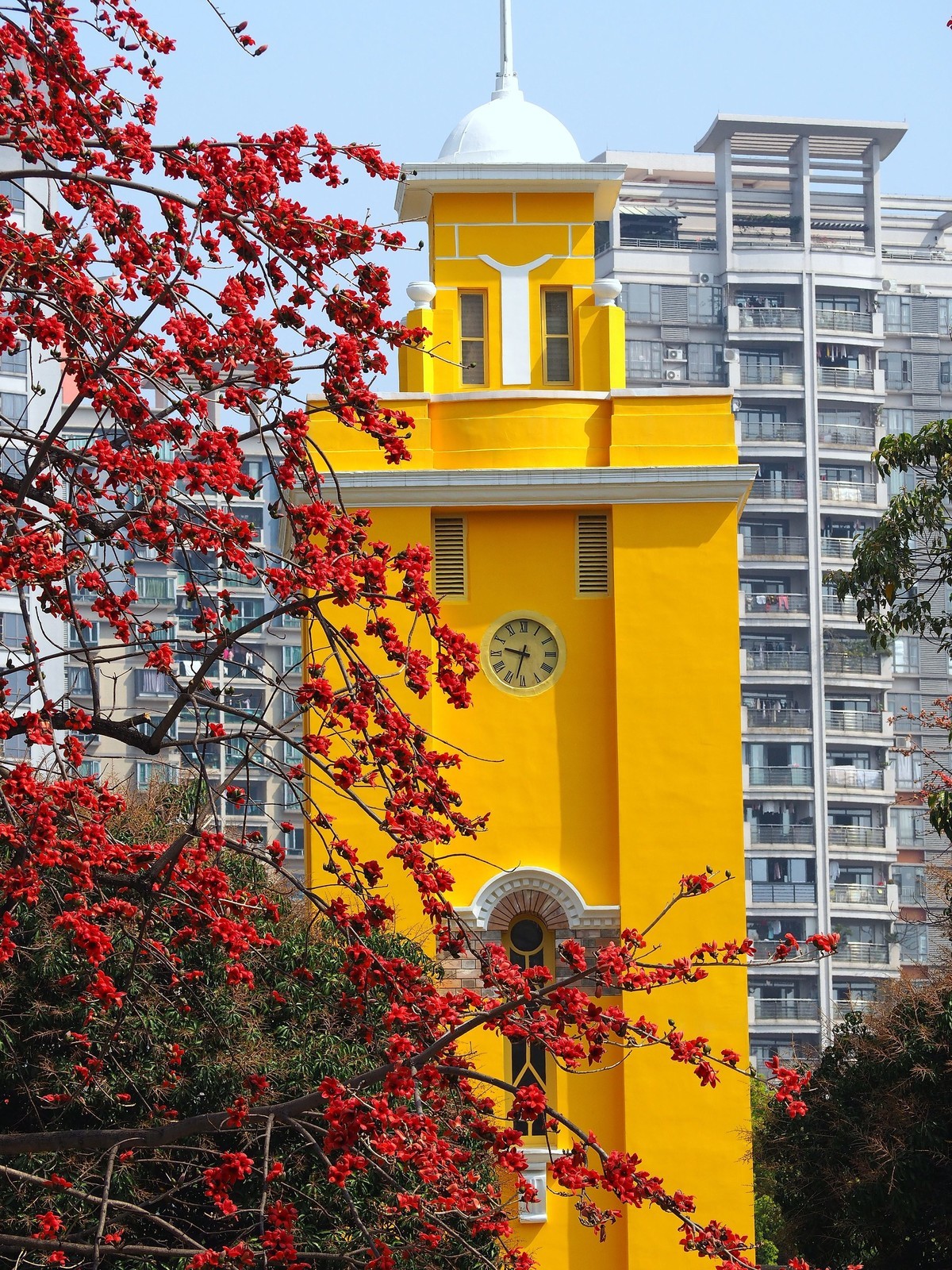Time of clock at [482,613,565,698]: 9:32
